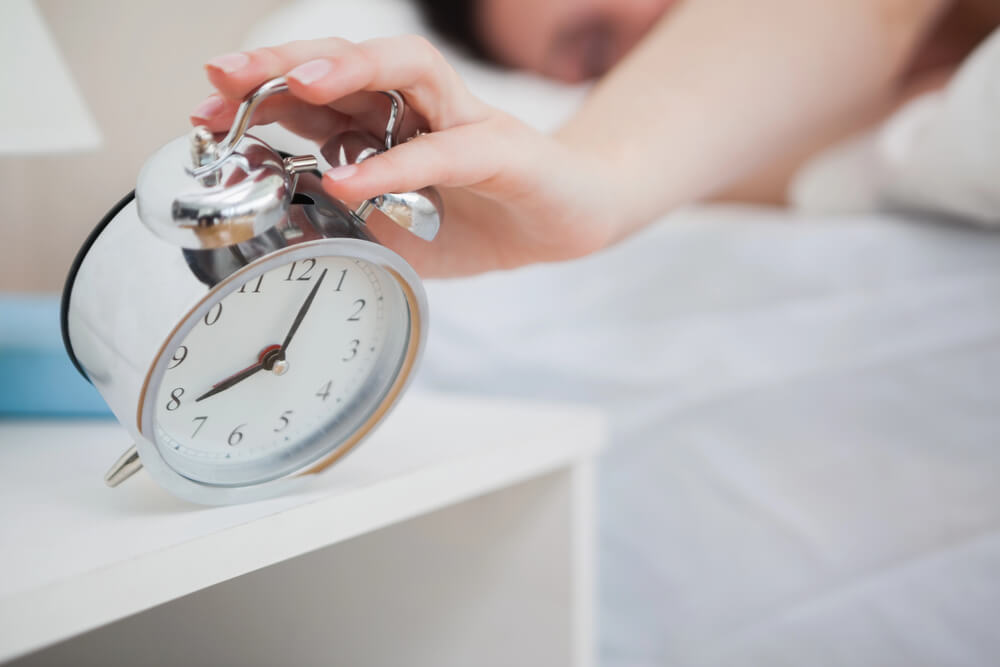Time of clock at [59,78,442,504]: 8:03
